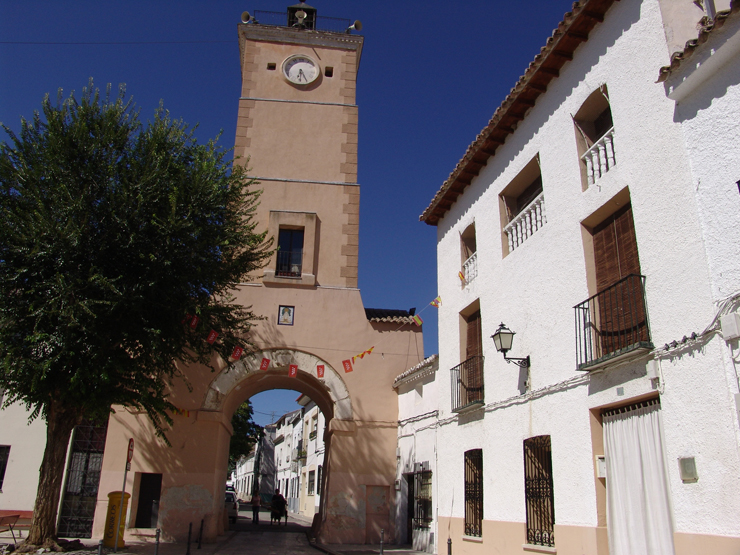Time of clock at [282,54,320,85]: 6:25
